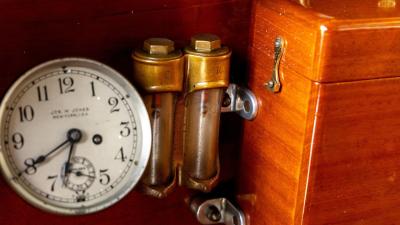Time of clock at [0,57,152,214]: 6:40
